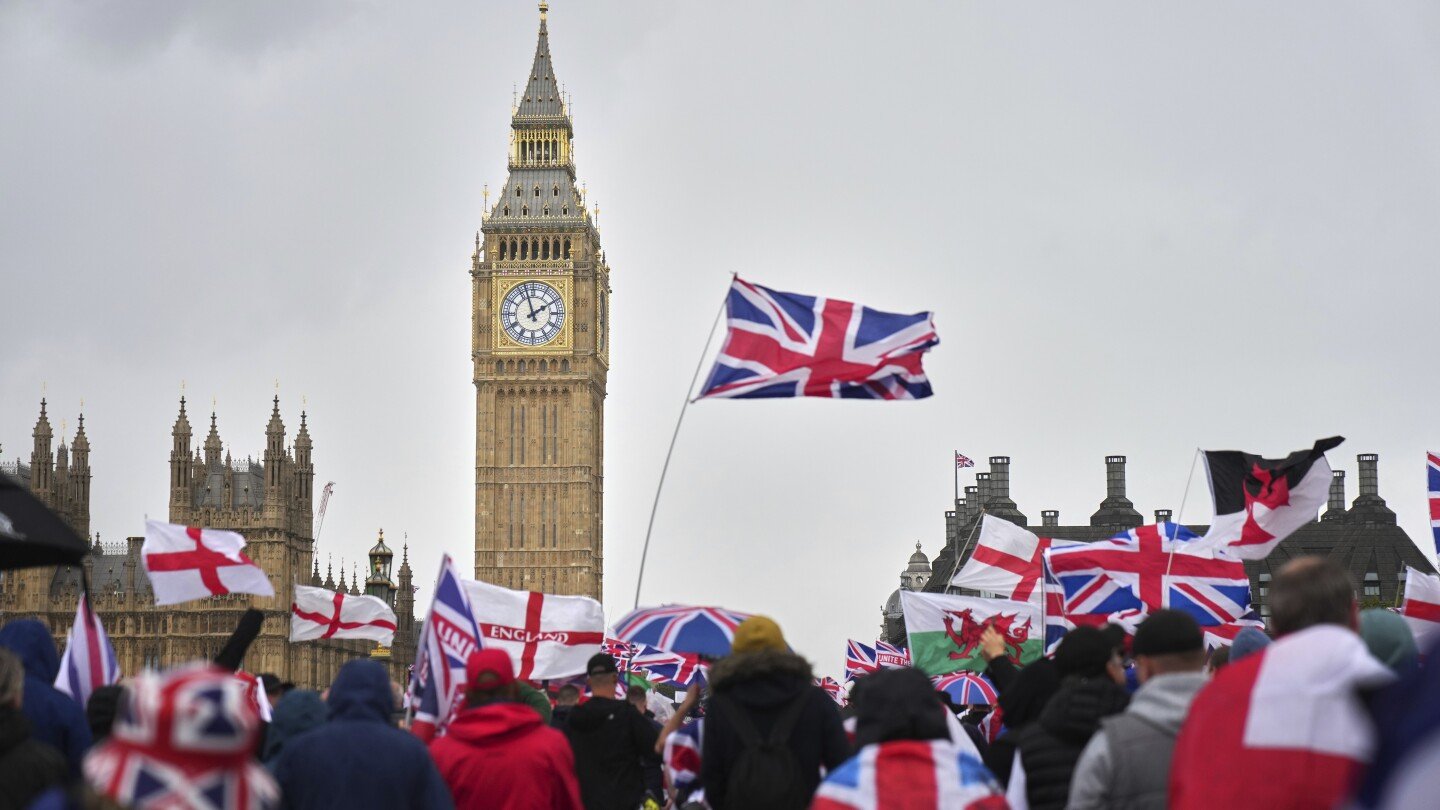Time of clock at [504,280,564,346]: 1:57
